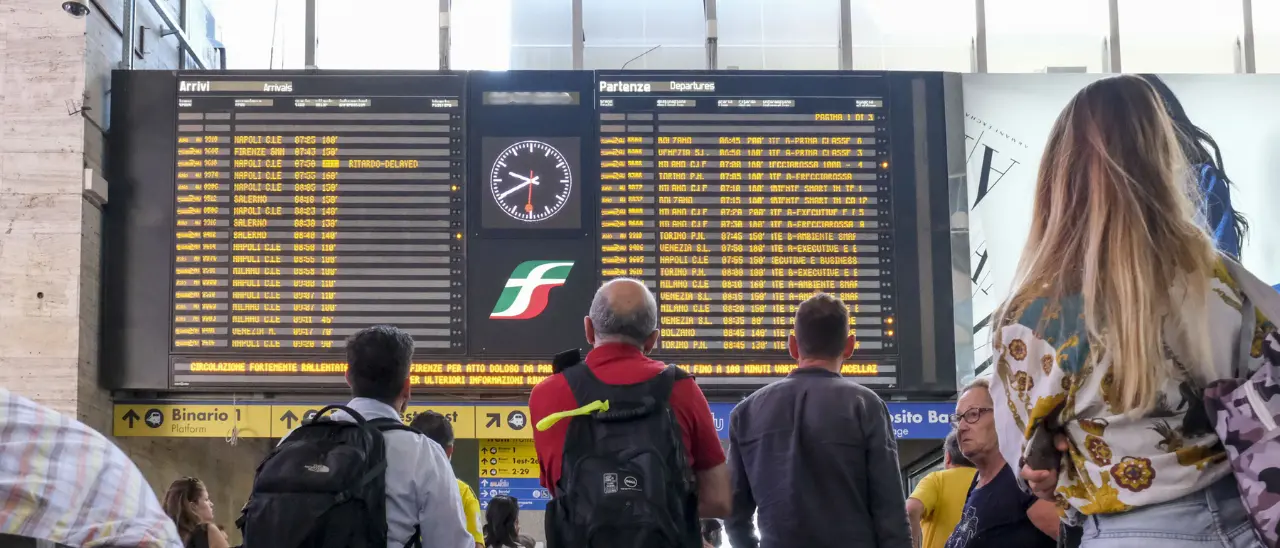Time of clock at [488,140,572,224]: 9:40
